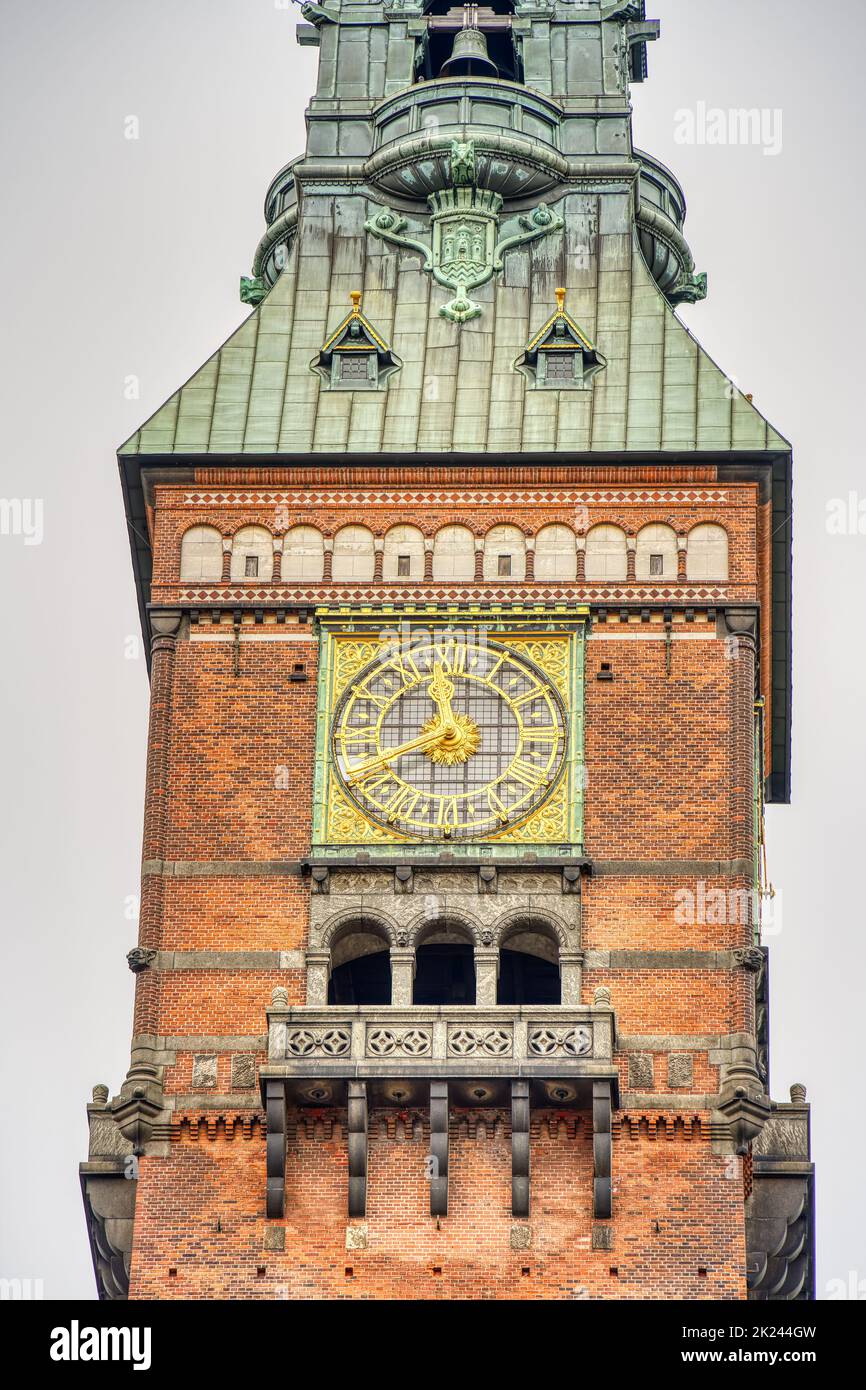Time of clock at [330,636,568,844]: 11:41
